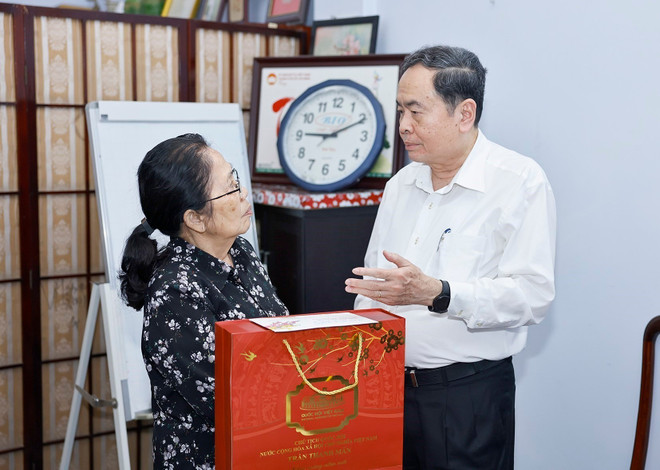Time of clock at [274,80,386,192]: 9:10
